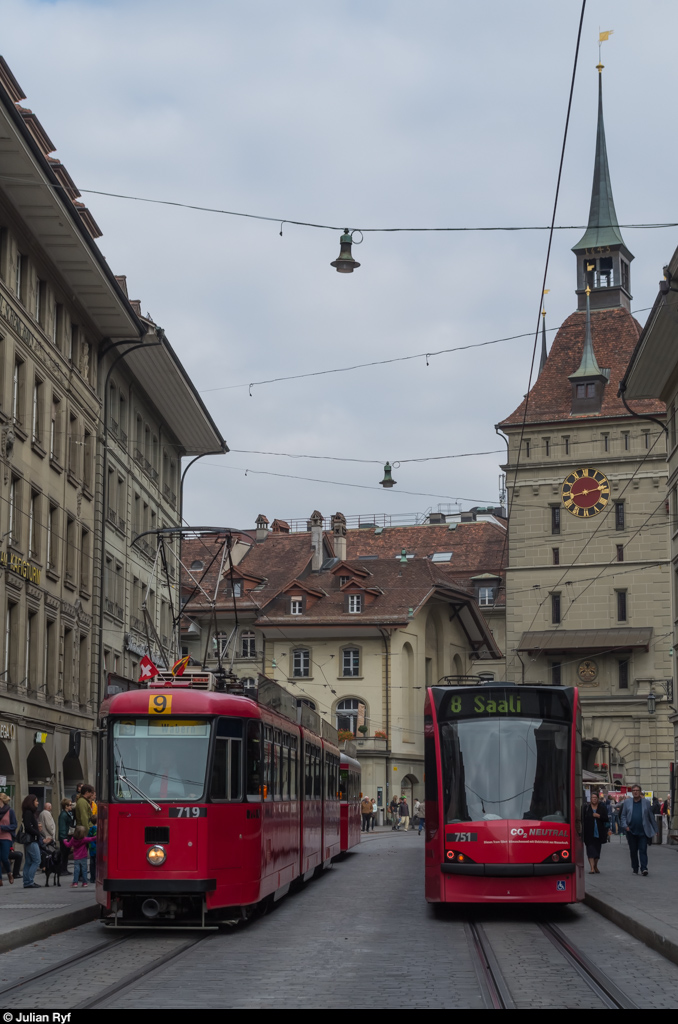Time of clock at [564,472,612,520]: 8:12
